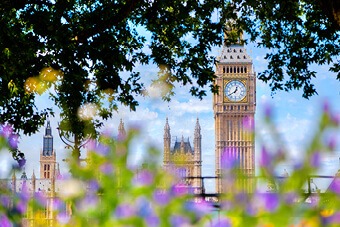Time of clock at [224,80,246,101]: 12:39
